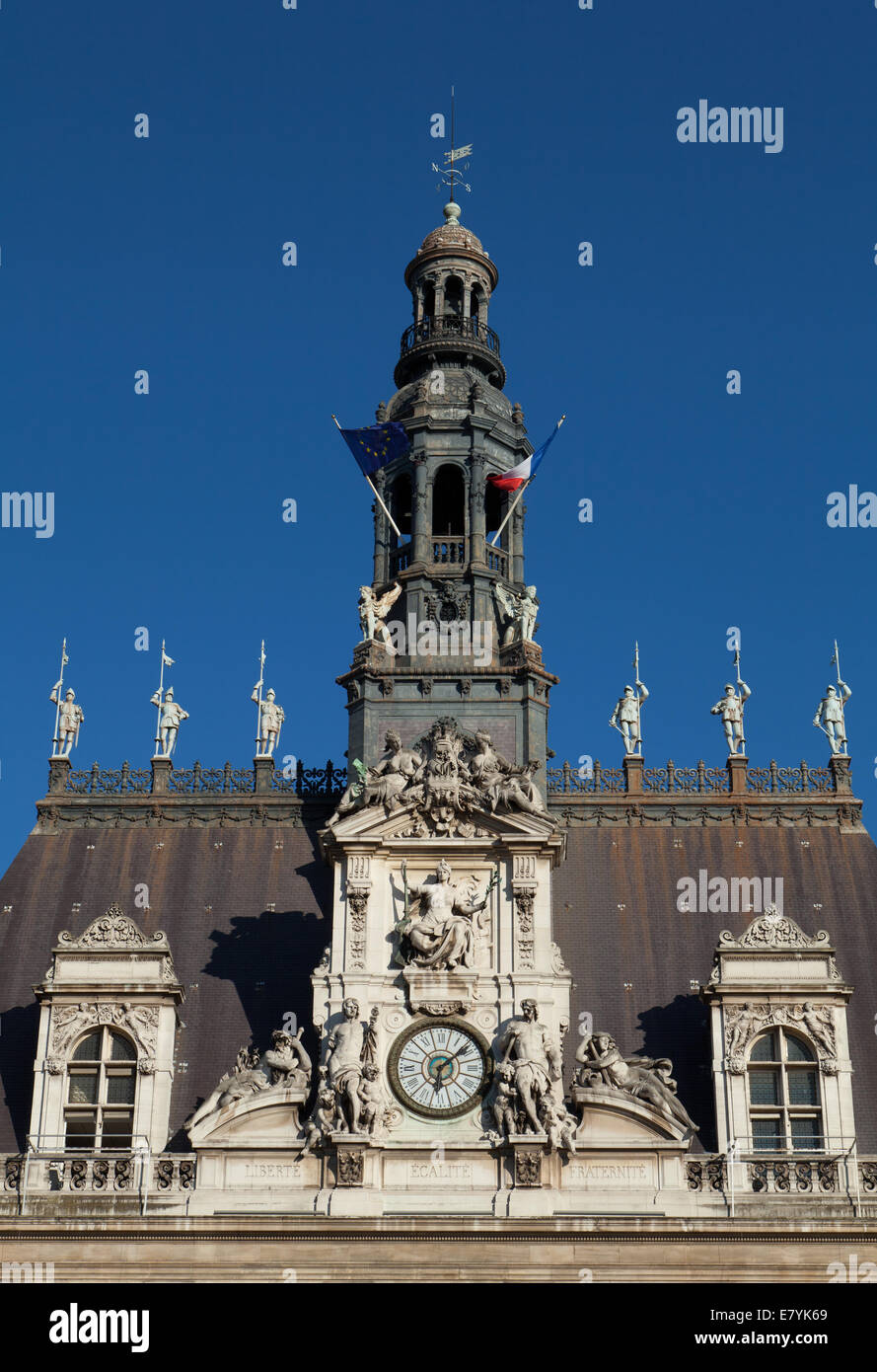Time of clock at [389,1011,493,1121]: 6:08
